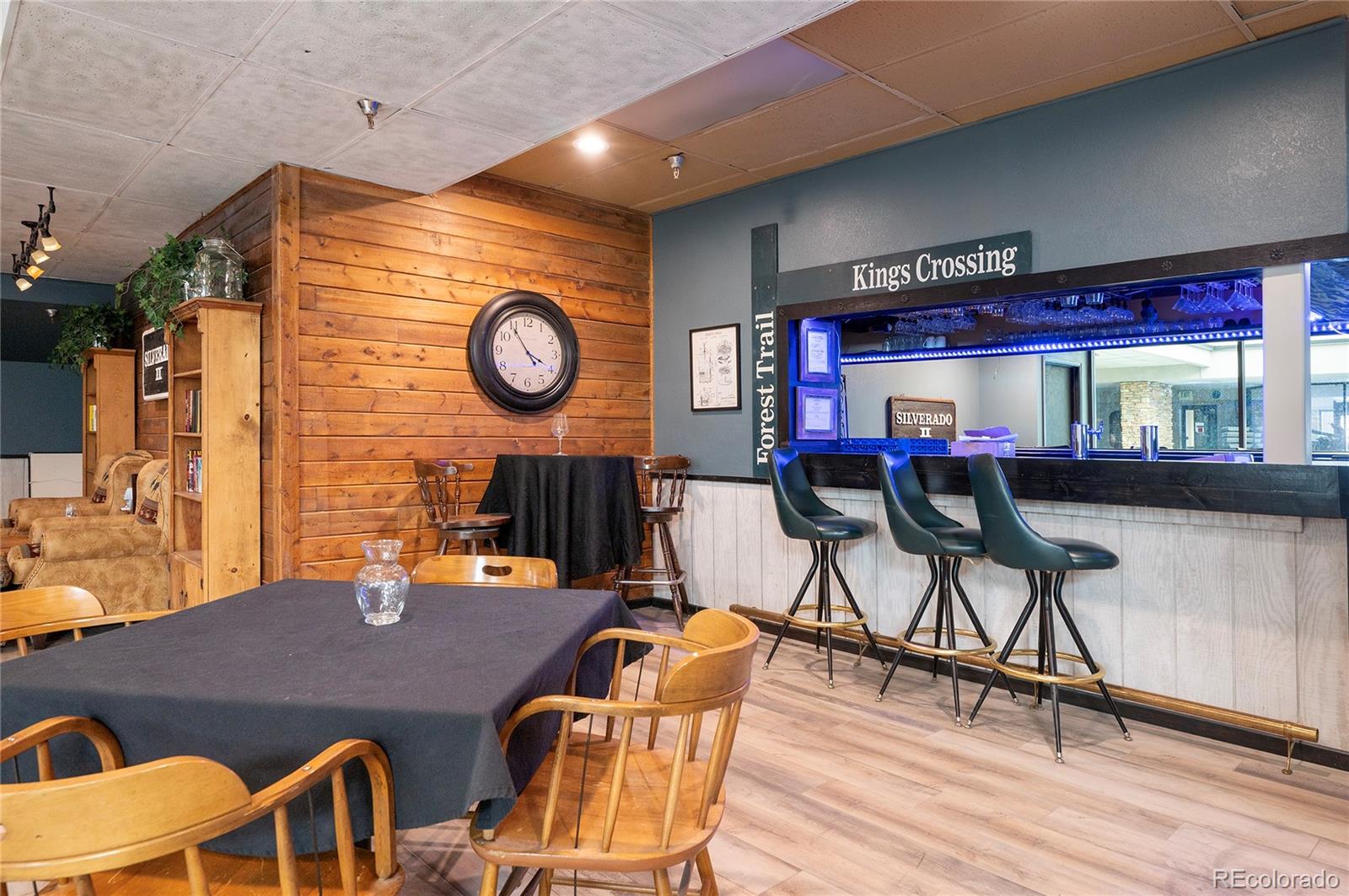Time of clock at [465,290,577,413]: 3:54
